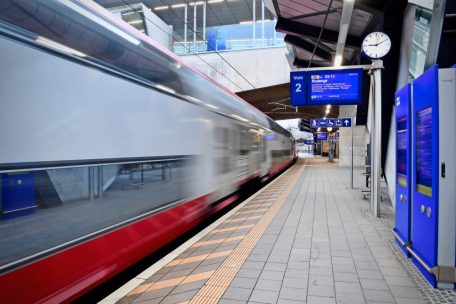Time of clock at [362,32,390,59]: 9:10
